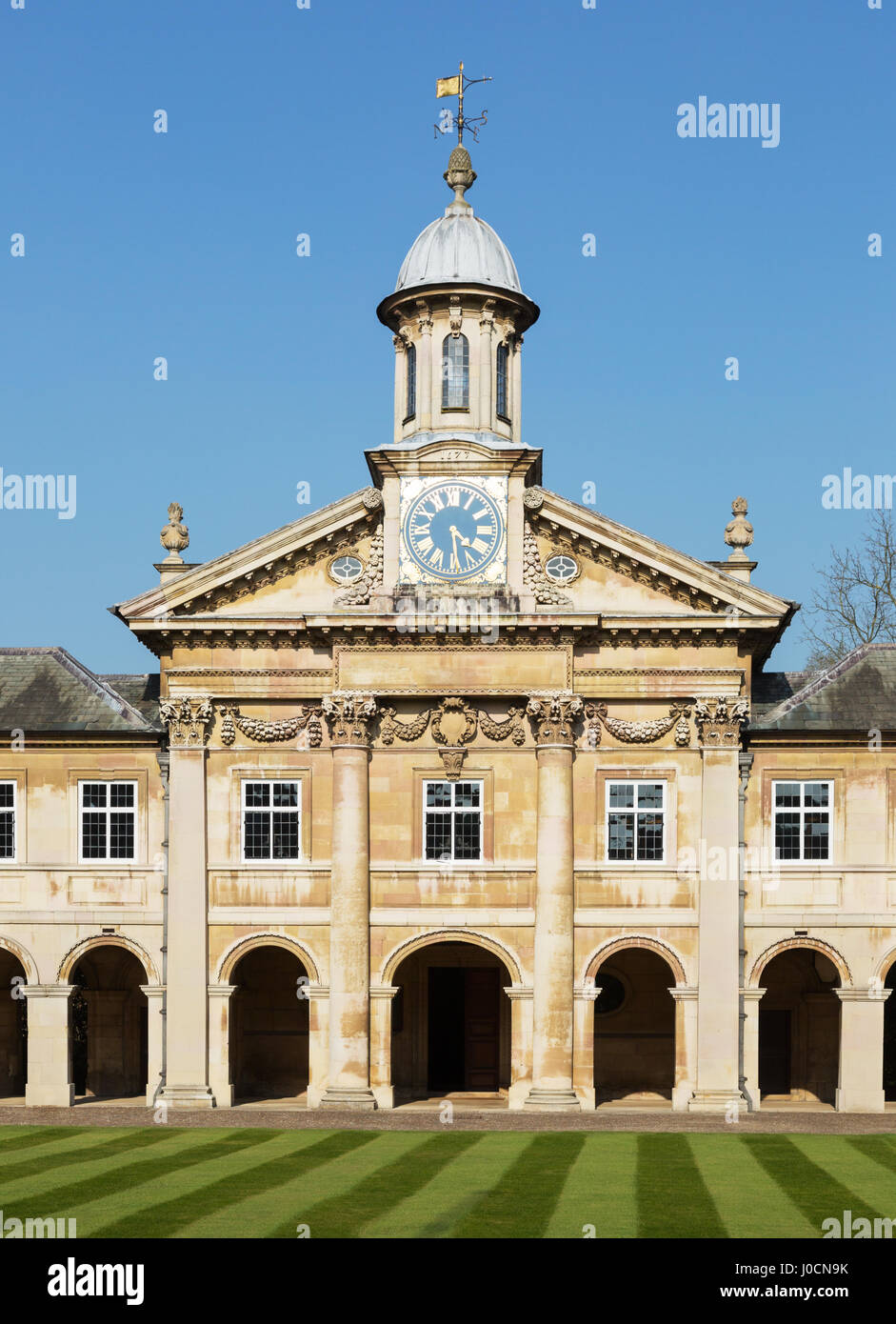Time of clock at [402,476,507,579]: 4:28
